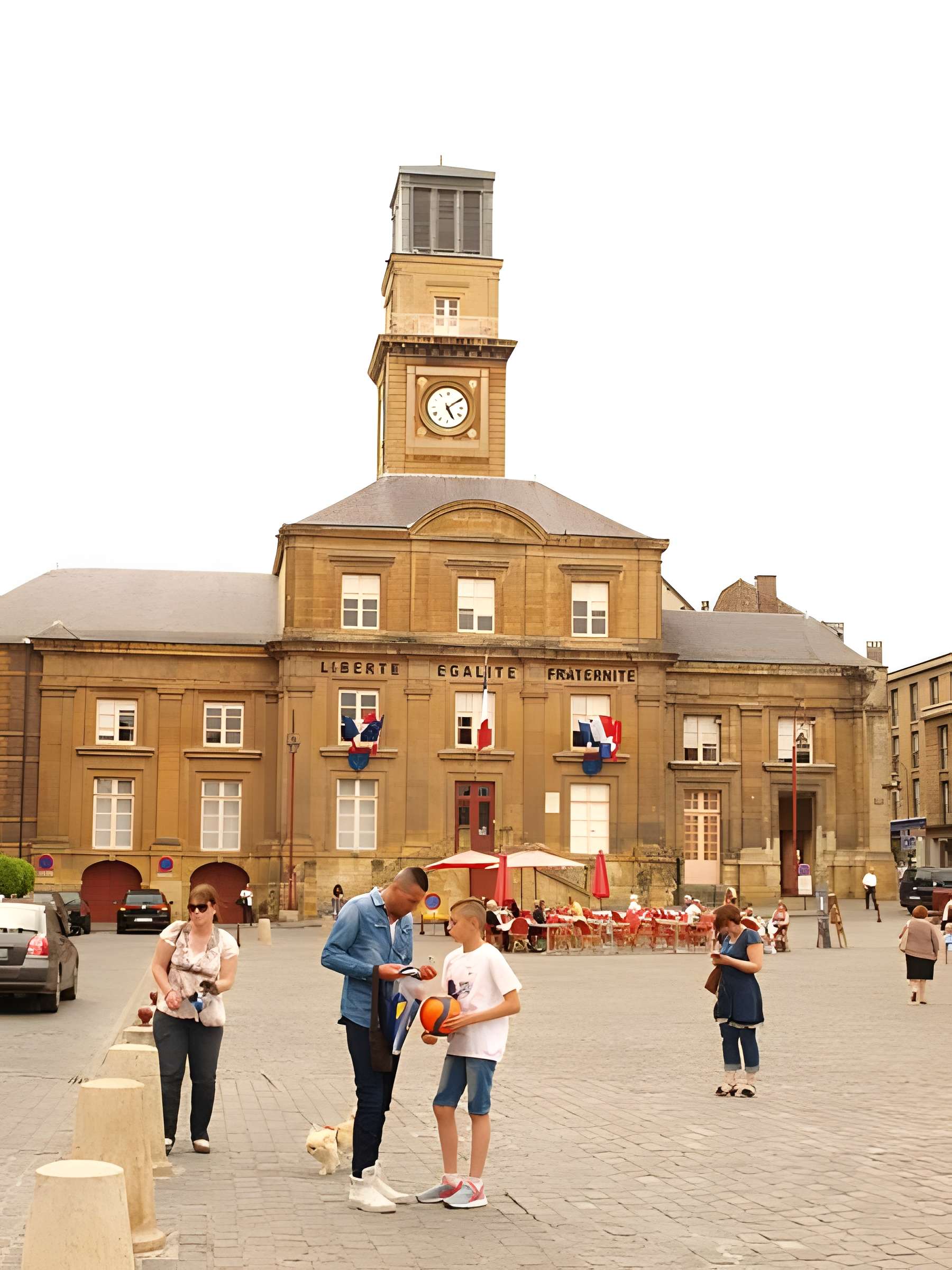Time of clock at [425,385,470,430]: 5:09
